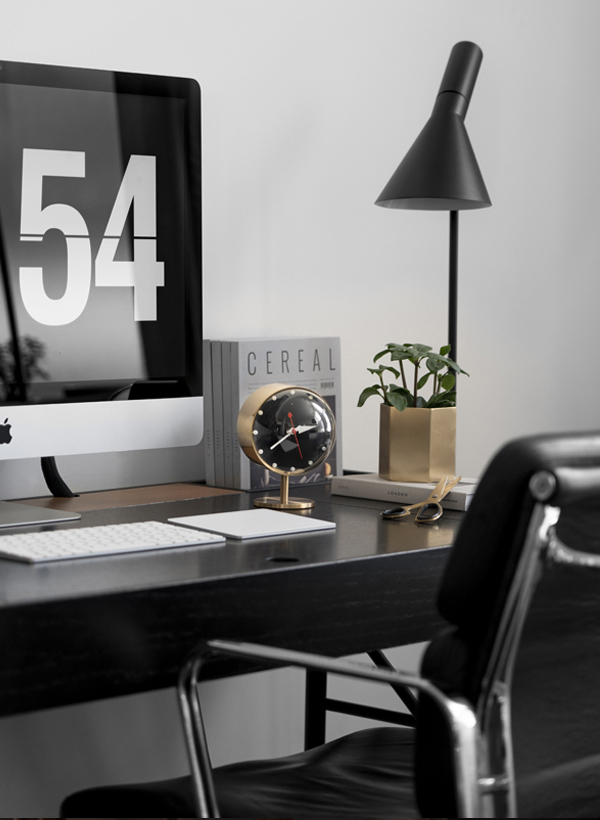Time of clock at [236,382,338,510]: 2:39
